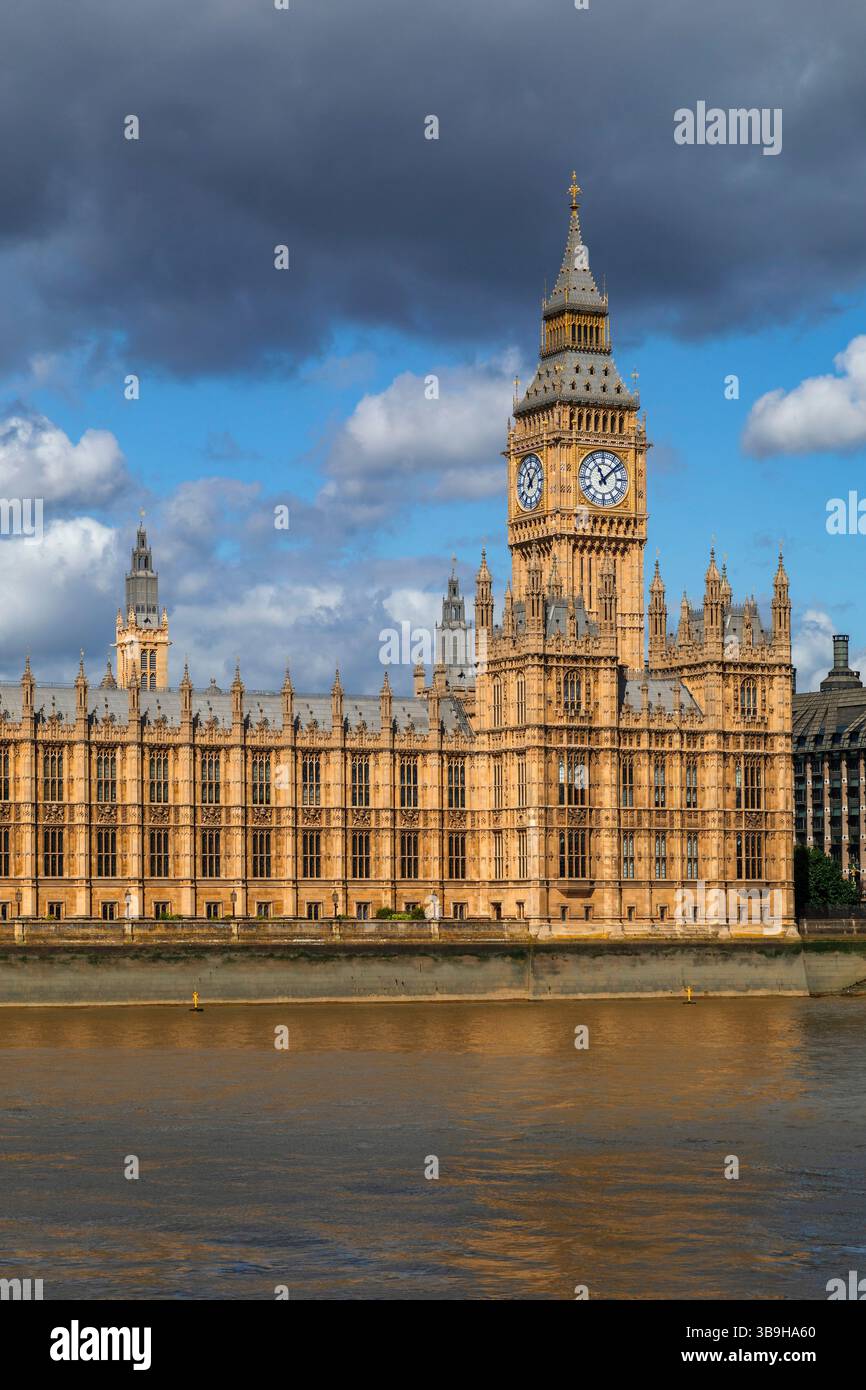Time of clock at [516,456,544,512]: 11:07
